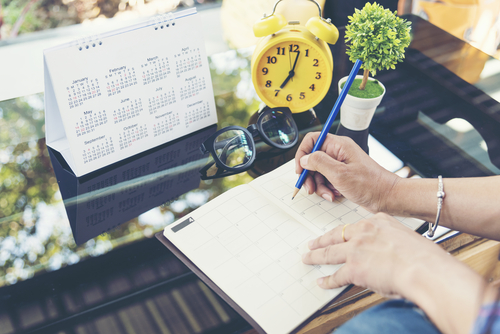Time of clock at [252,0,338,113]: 7:02
